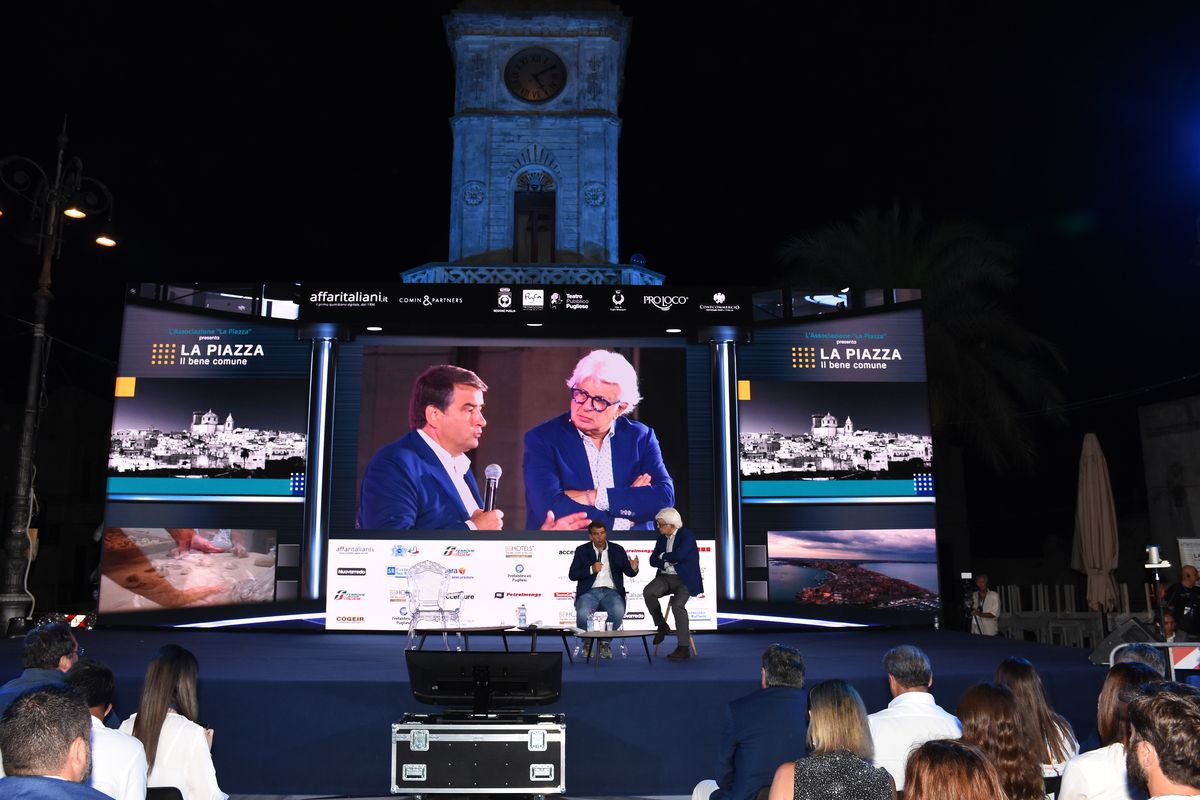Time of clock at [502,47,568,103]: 5:09
